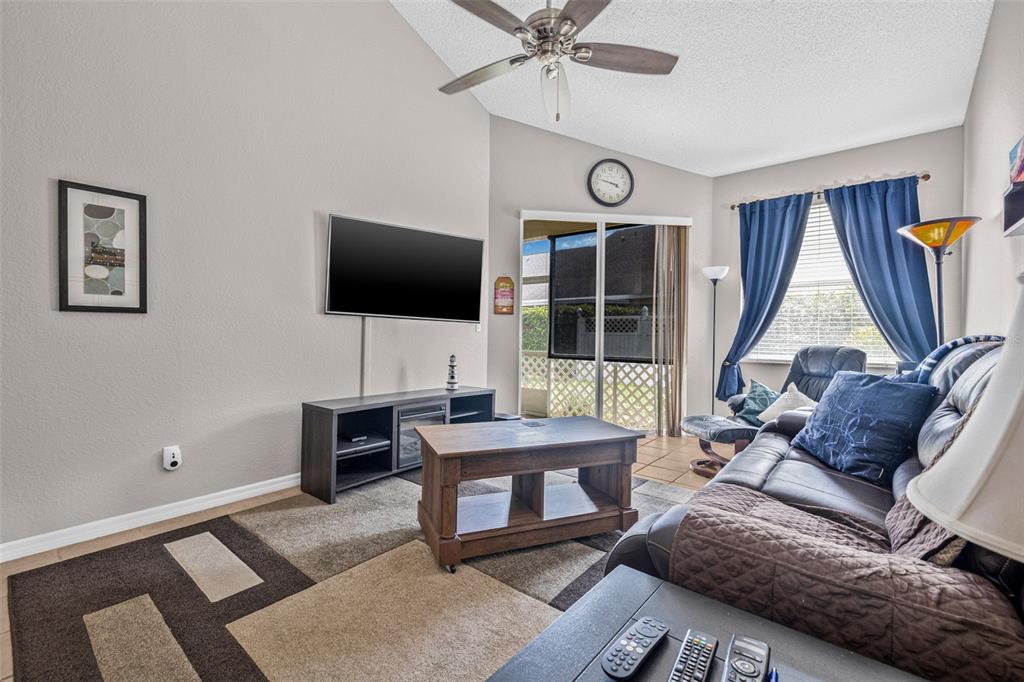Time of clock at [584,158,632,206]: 3:47
